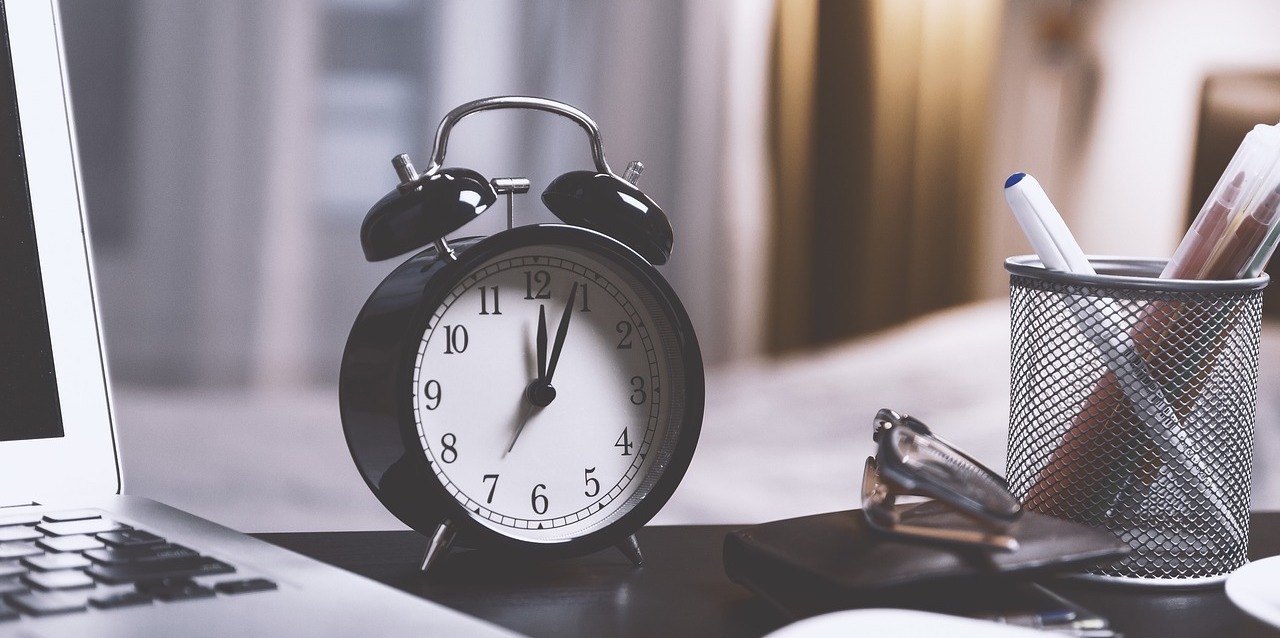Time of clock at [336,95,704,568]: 12:03
